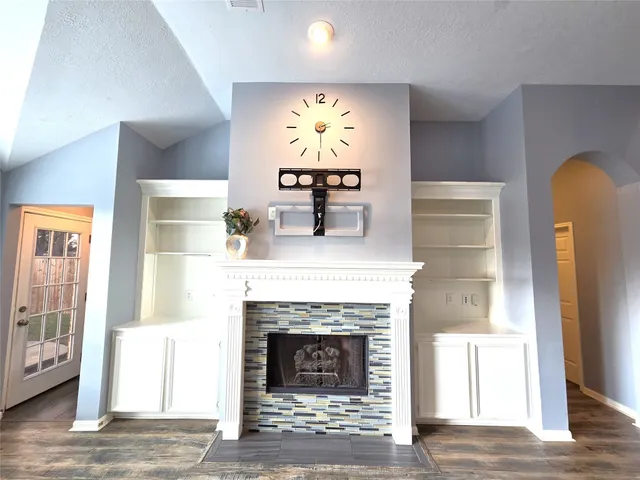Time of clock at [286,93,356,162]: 2:29
